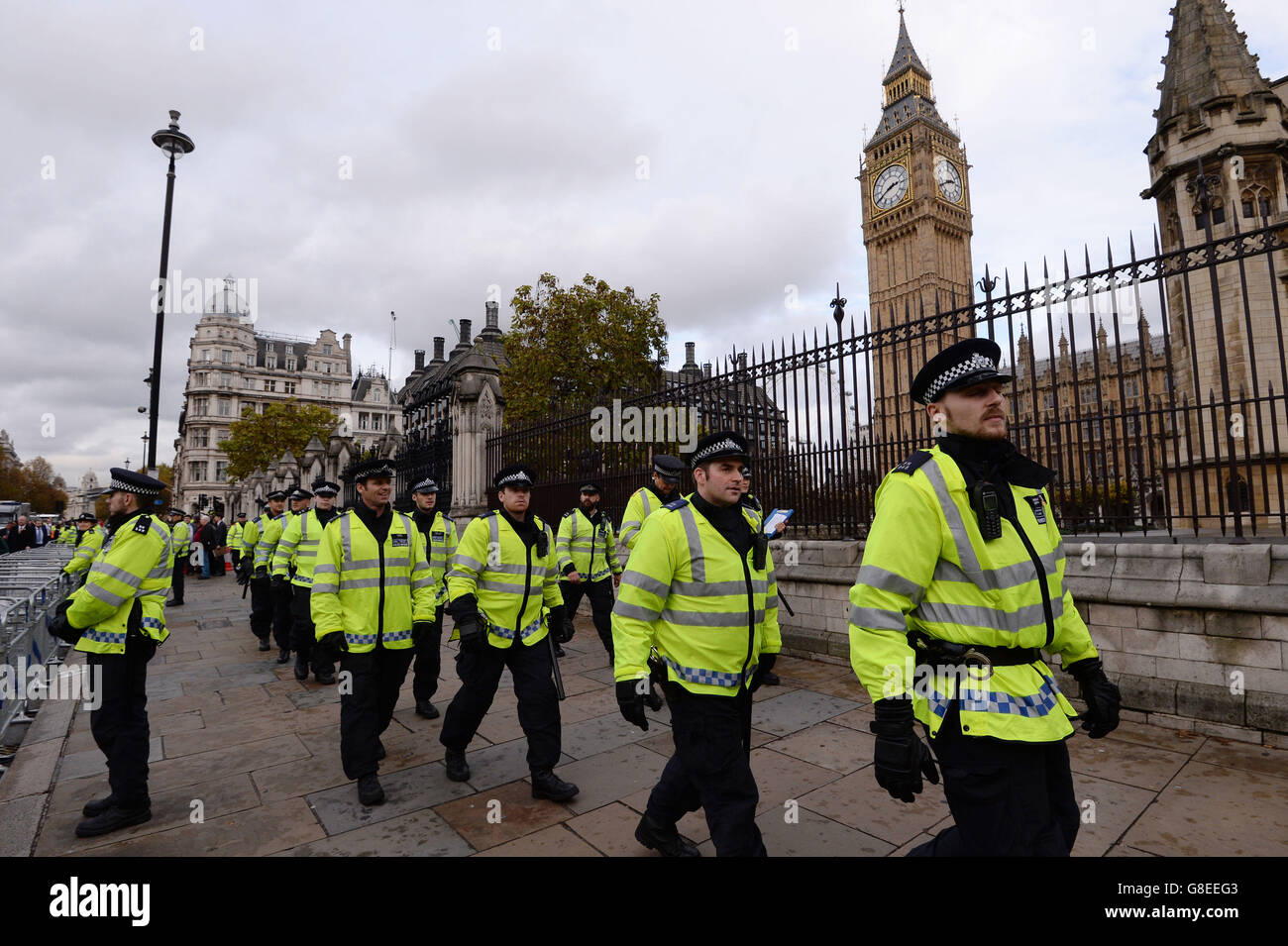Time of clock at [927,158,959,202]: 2:40
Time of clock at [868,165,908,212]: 2:40
